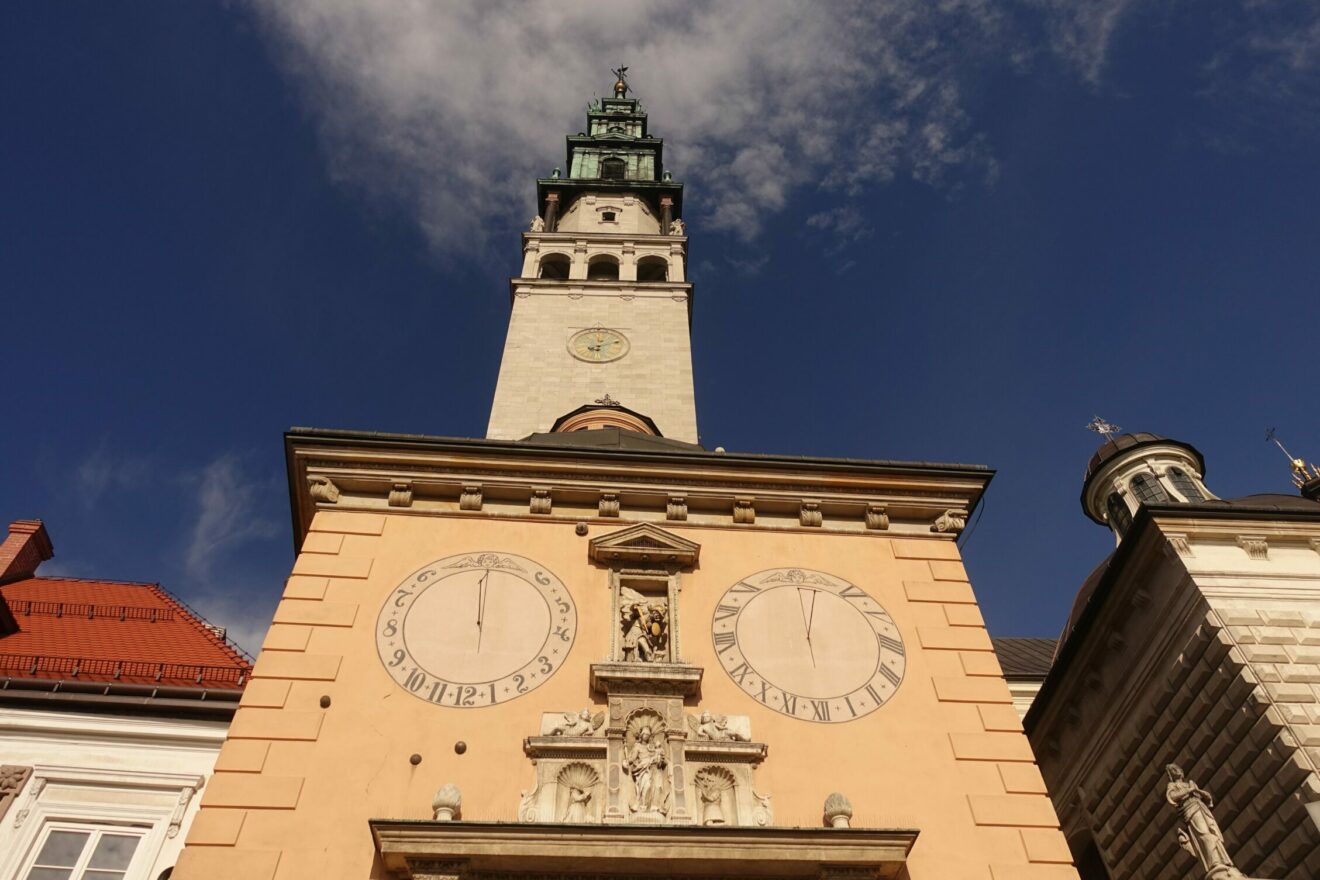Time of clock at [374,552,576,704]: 12:01
